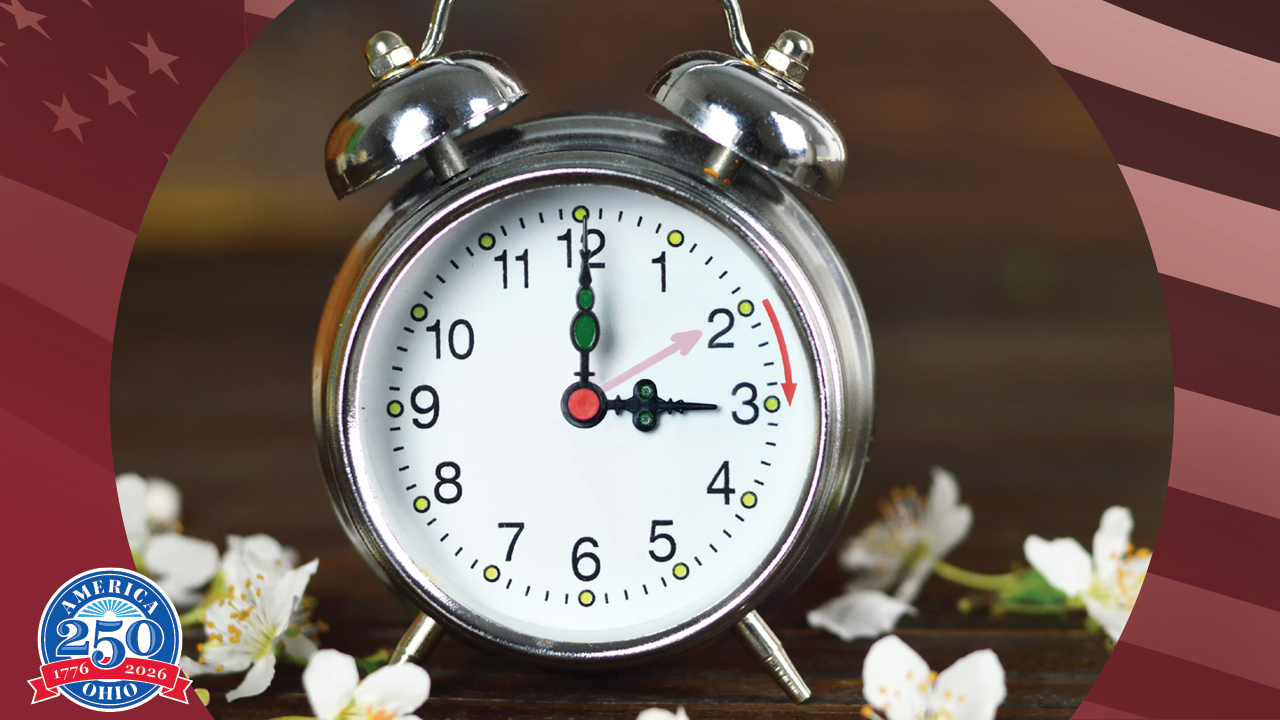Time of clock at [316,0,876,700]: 3:00
